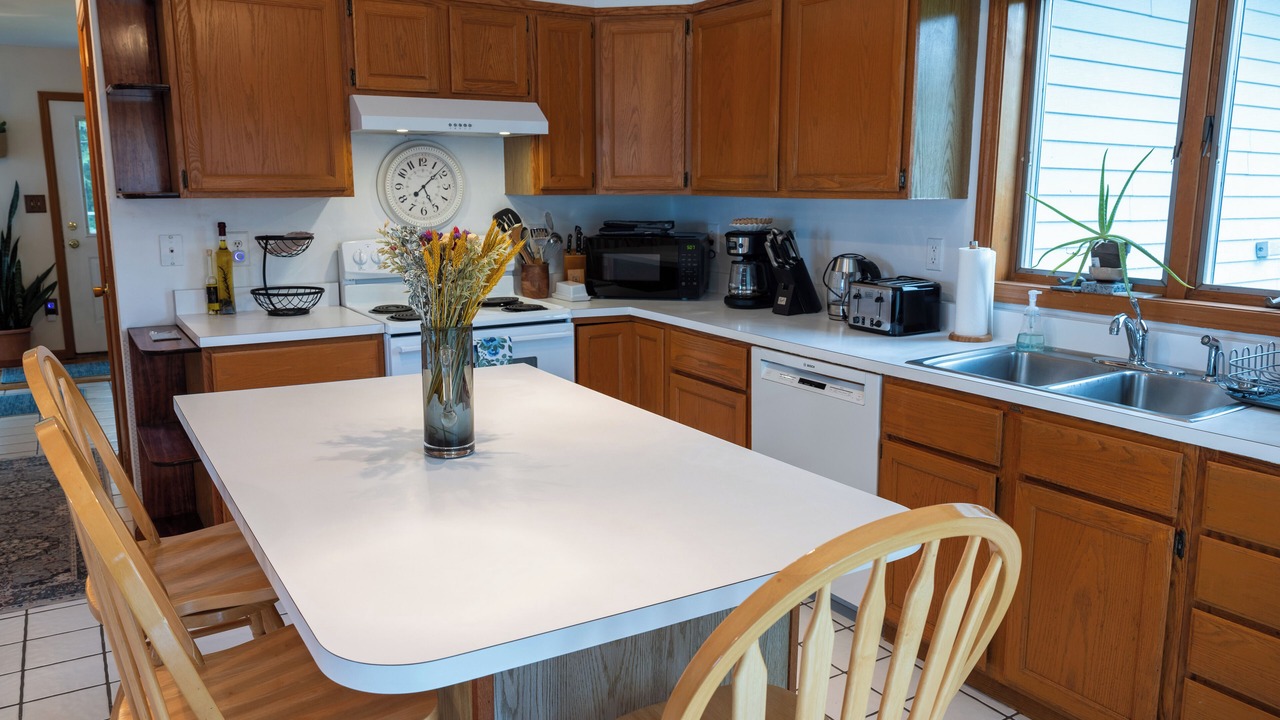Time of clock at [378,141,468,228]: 5:07
